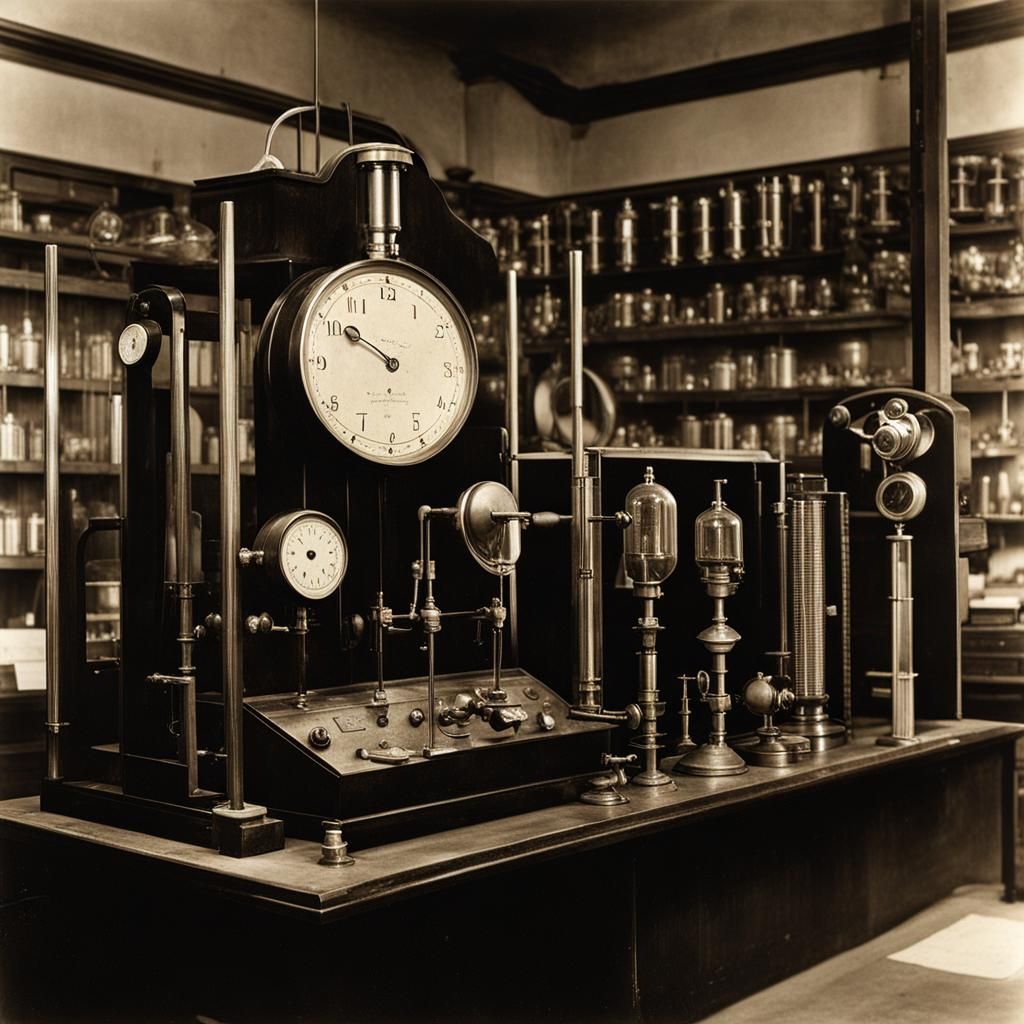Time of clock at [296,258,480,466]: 9:50
